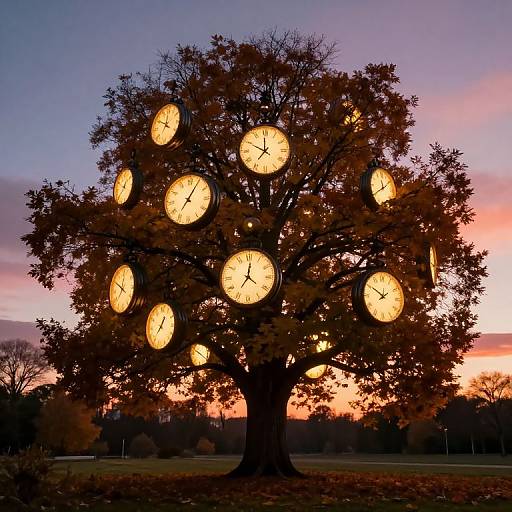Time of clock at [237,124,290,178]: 11:49
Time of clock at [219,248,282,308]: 7:01
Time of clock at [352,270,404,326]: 1:50
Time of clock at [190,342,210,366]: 10:21
